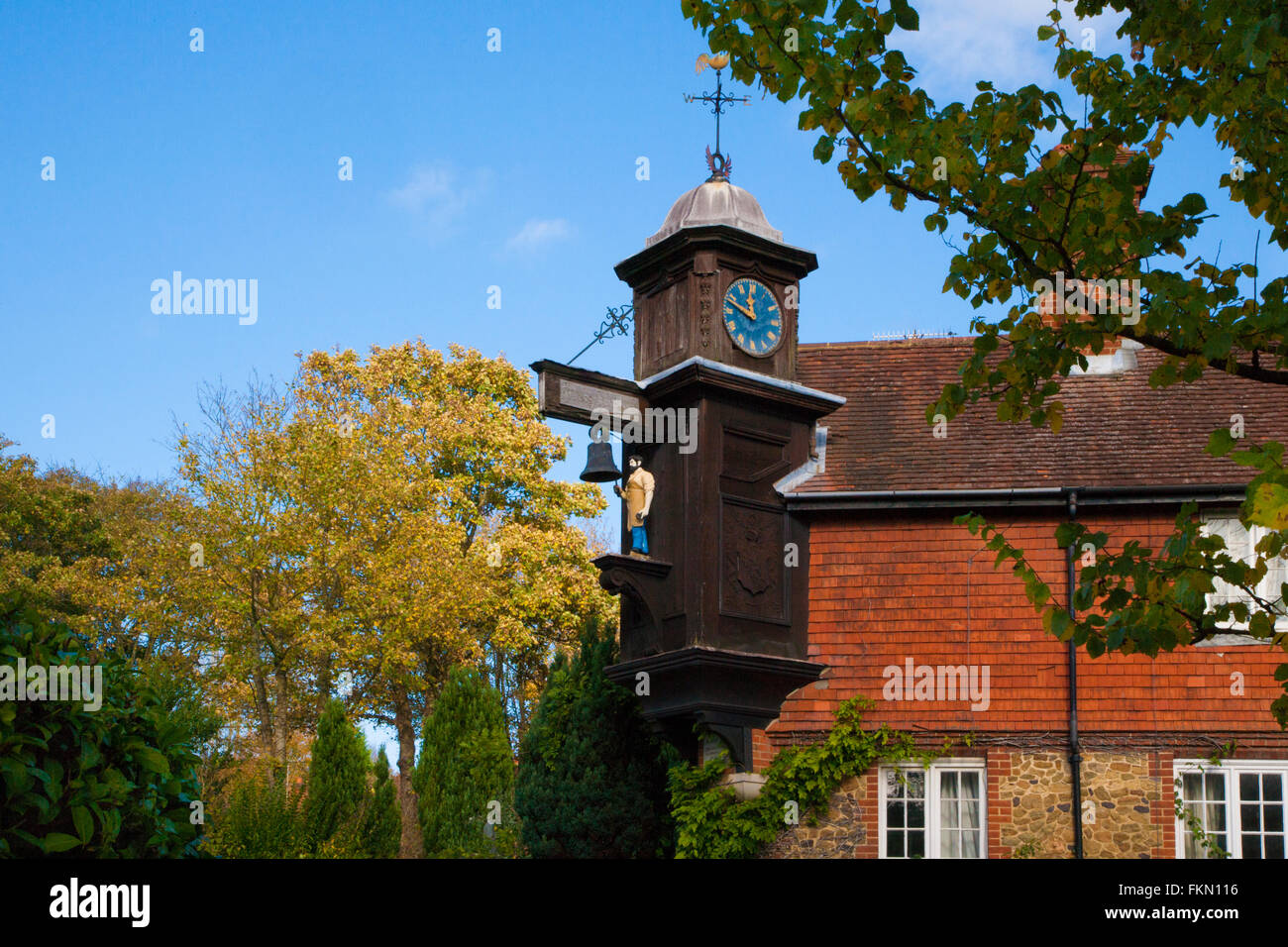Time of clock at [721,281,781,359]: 11:48
